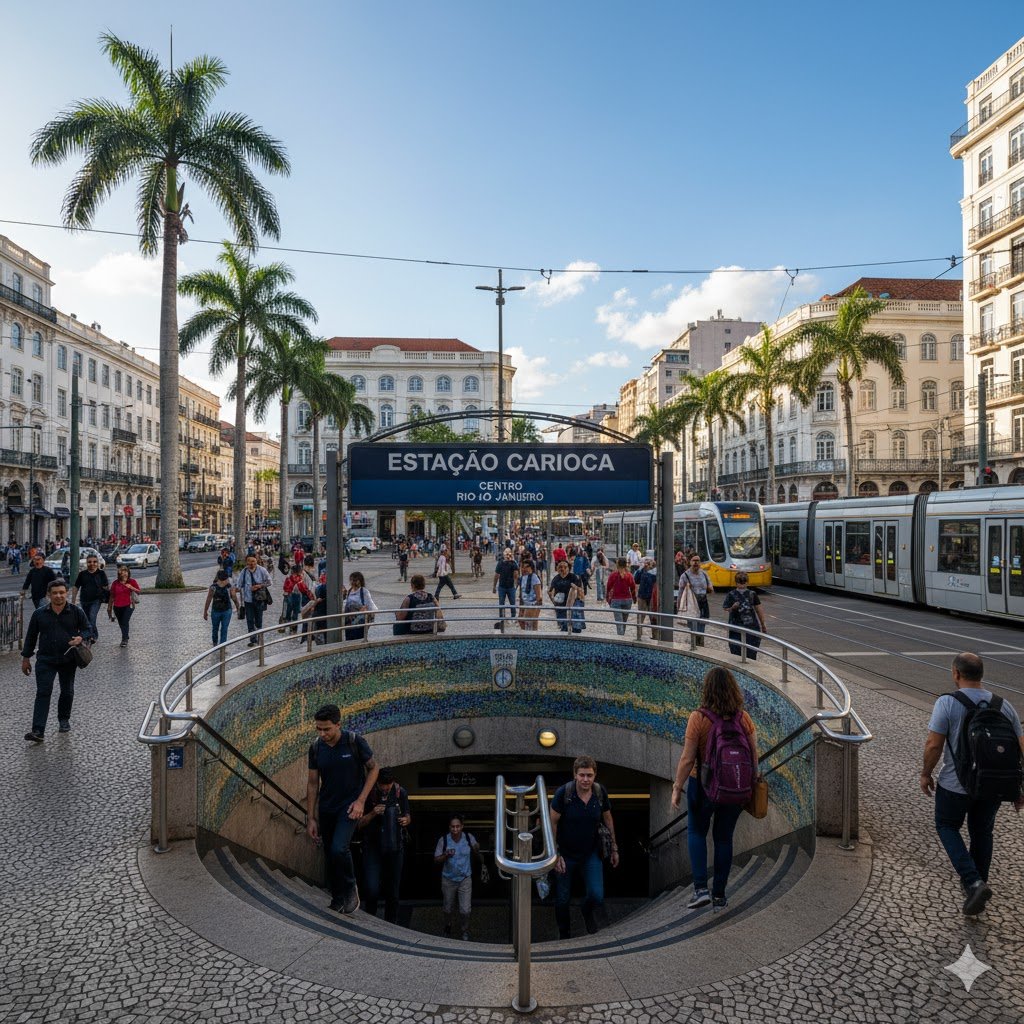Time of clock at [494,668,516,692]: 5:59
